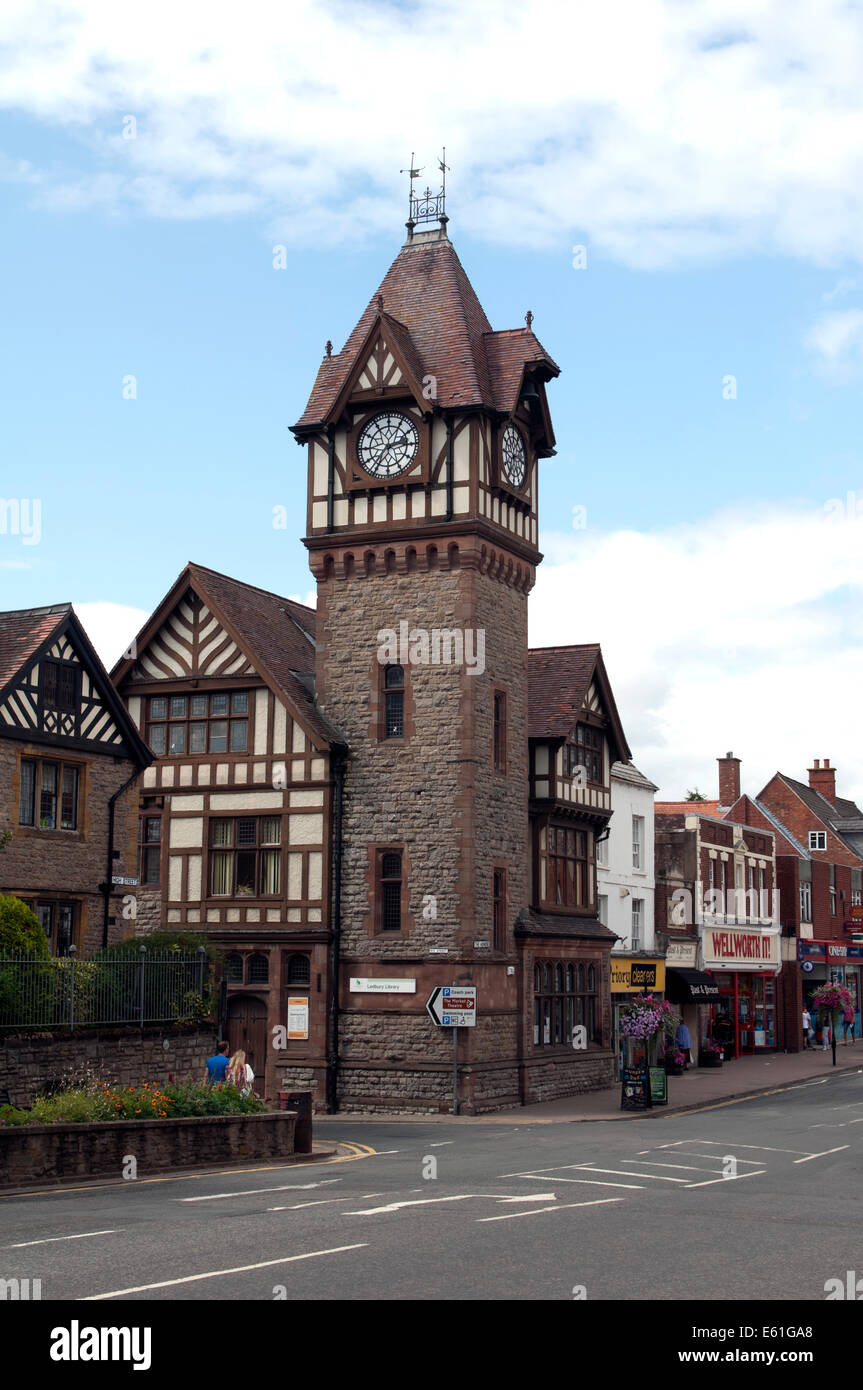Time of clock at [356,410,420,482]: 2:35
